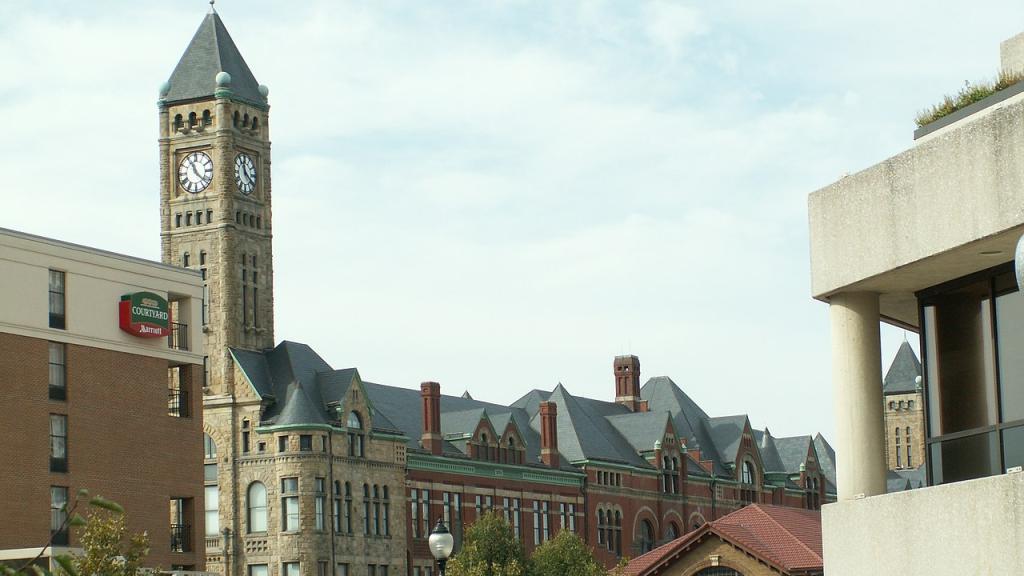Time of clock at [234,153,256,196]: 11:21
